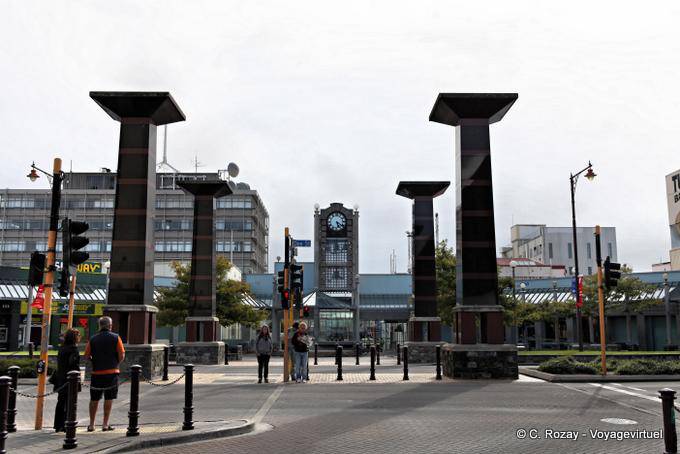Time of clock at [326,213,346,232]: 5:20
